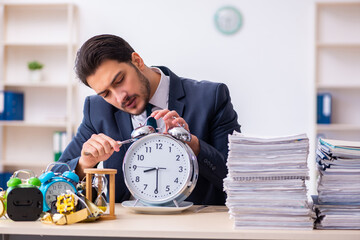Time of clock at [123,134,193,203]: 8:29
